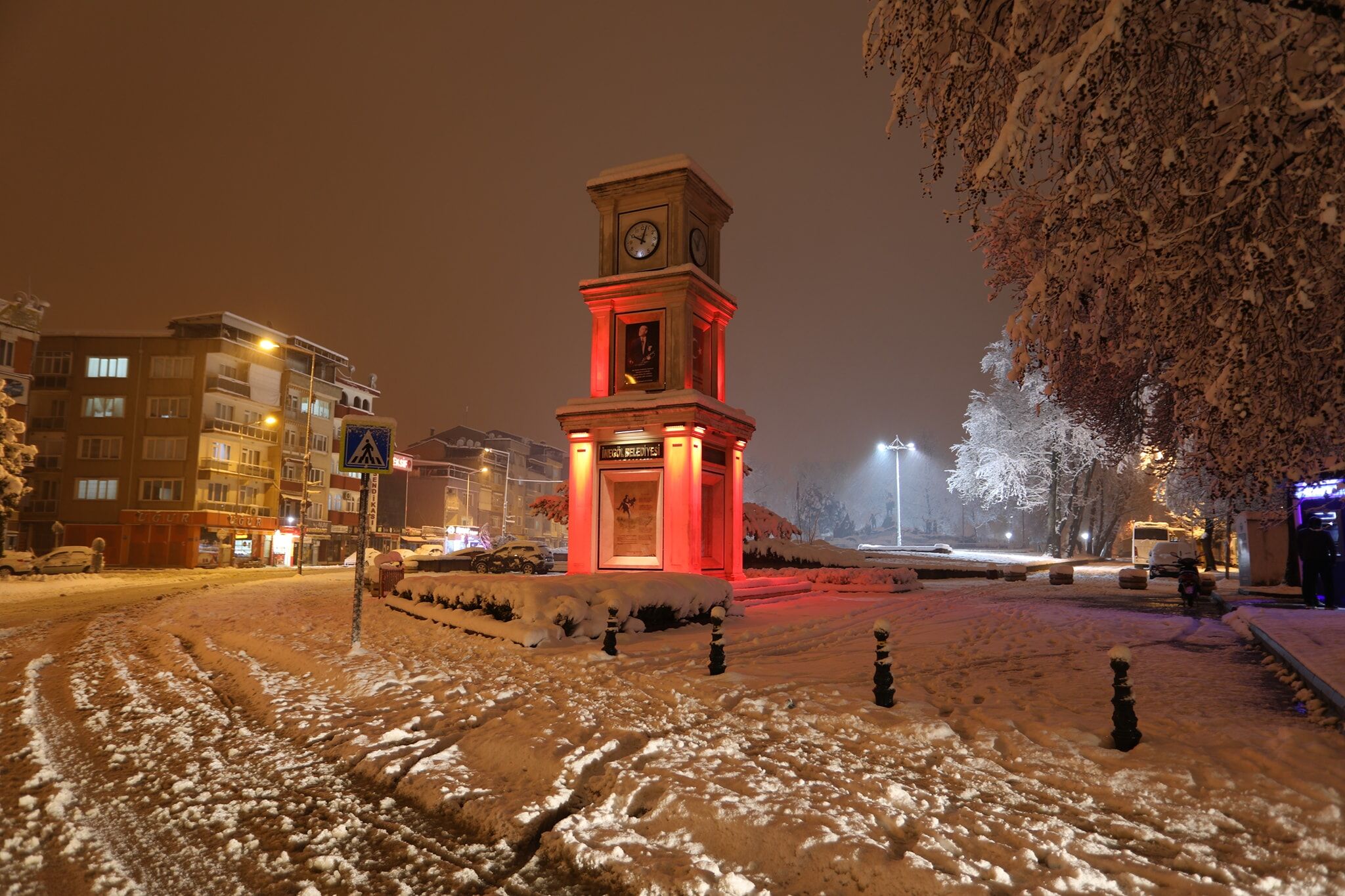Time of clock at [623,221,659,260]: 10:02
